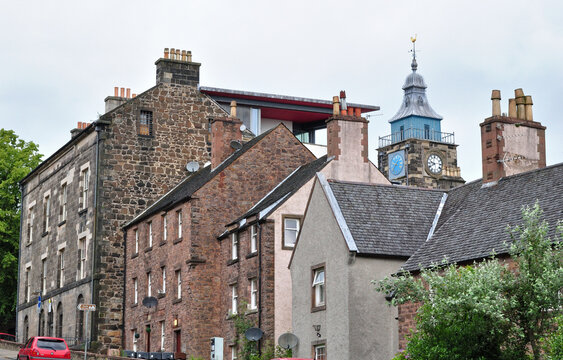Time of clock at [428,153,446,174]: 9:40
